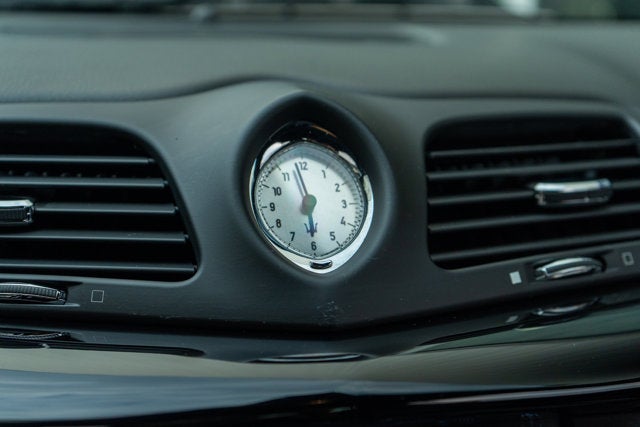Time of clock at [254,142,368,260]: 5:58
